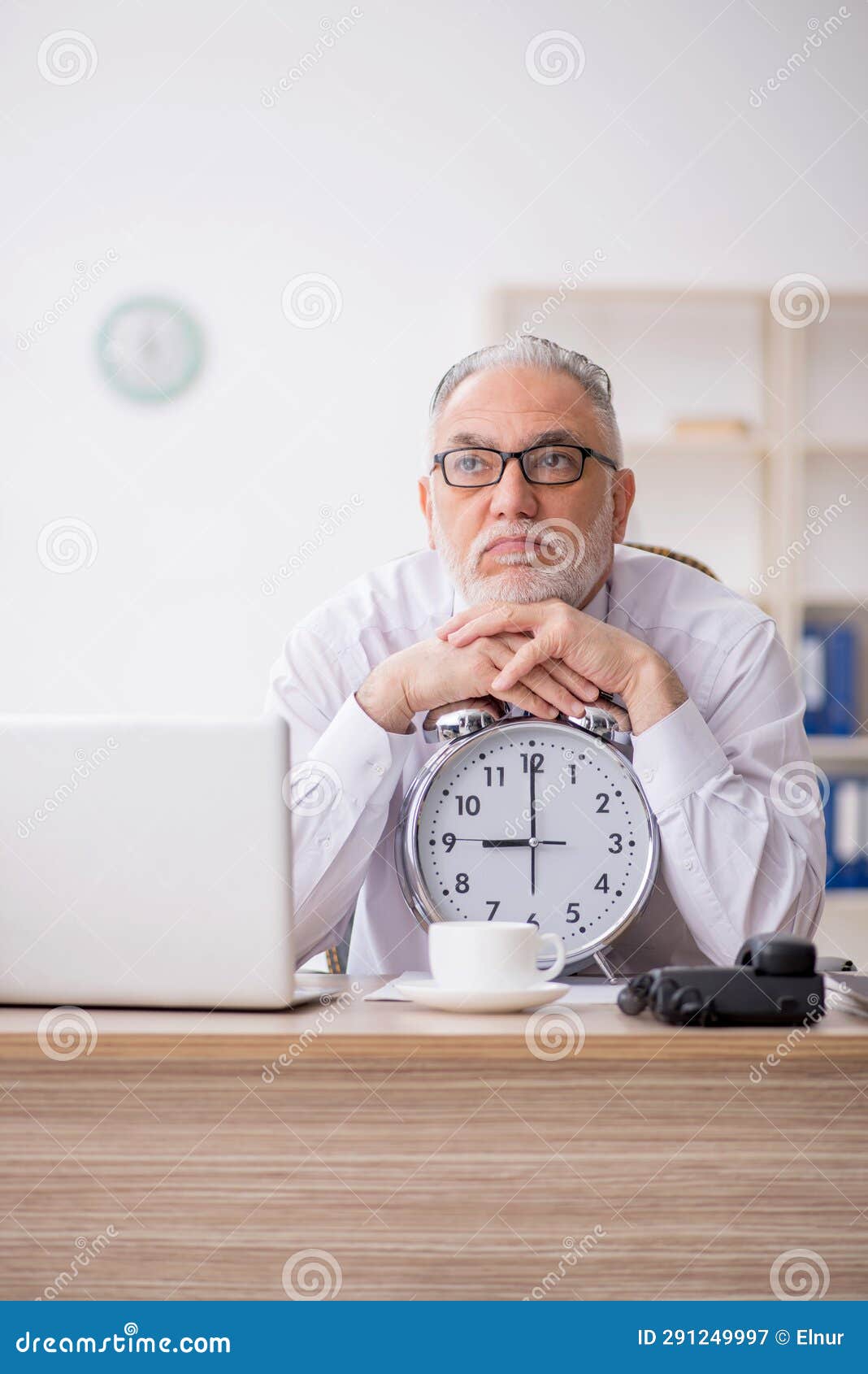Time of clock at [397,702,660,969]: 9:00
